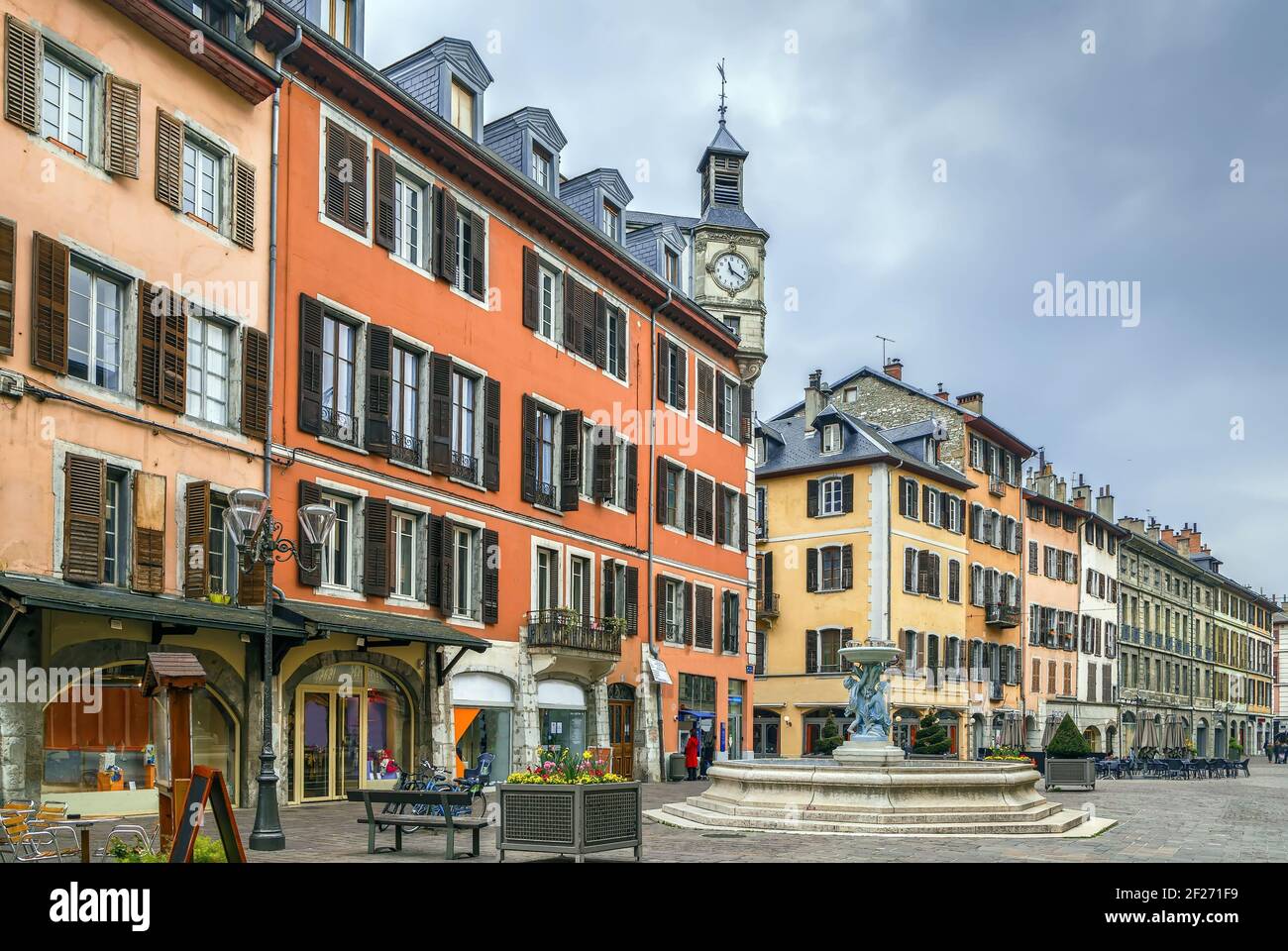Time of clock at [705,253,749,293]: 11:20
